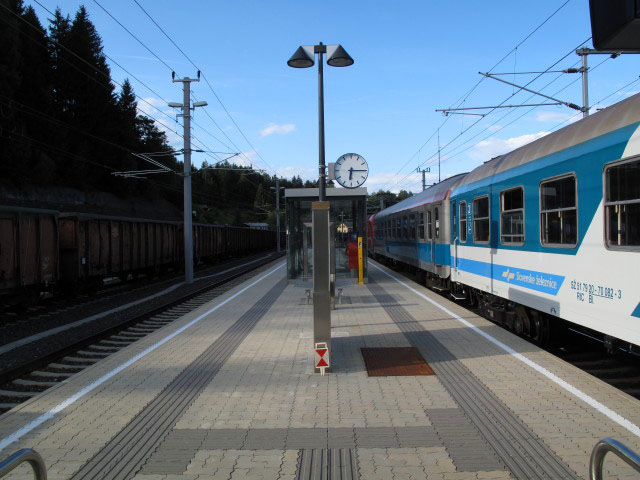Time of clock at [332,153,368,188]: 6:15
